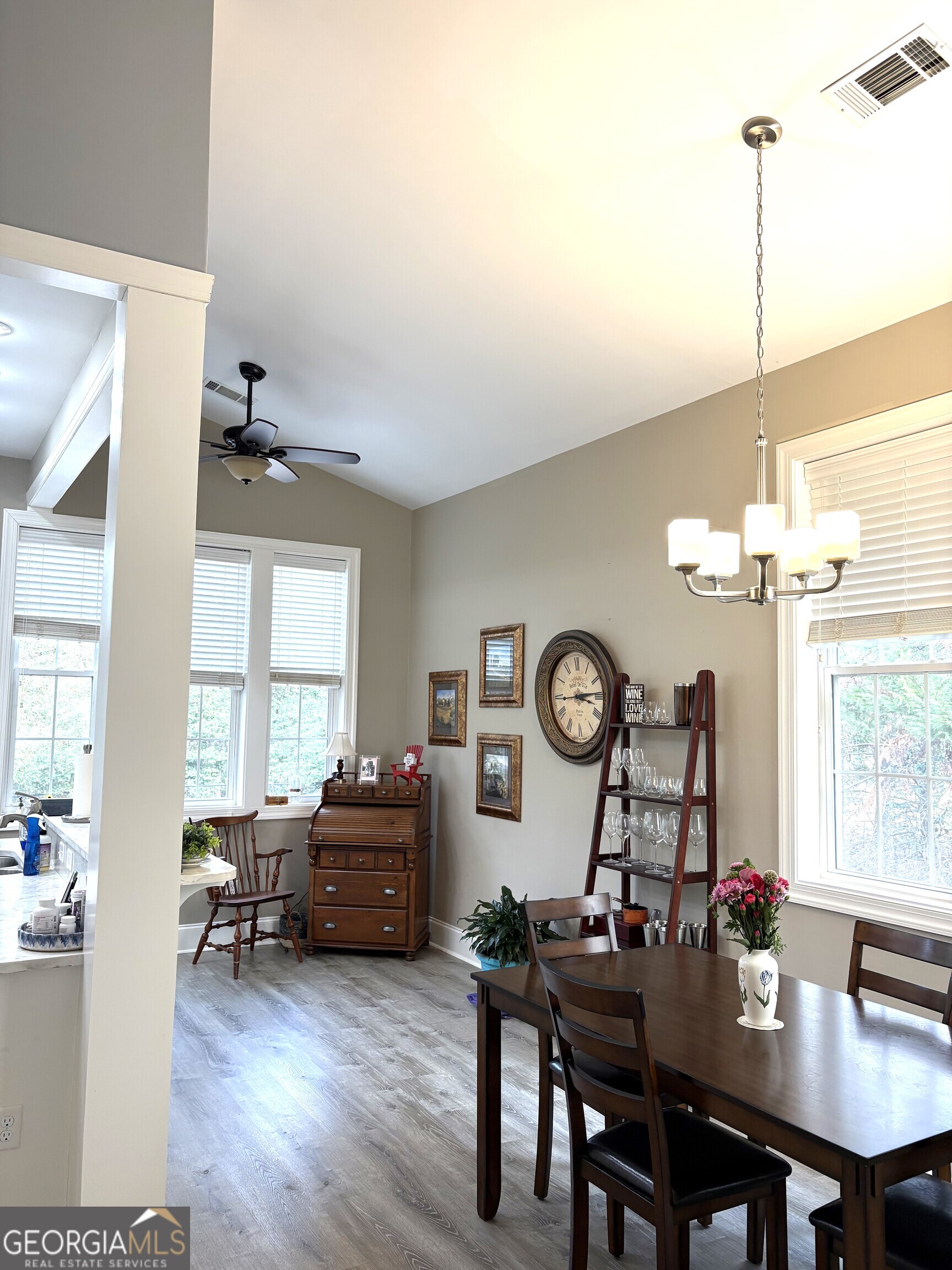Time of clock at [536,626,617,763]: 3:13
